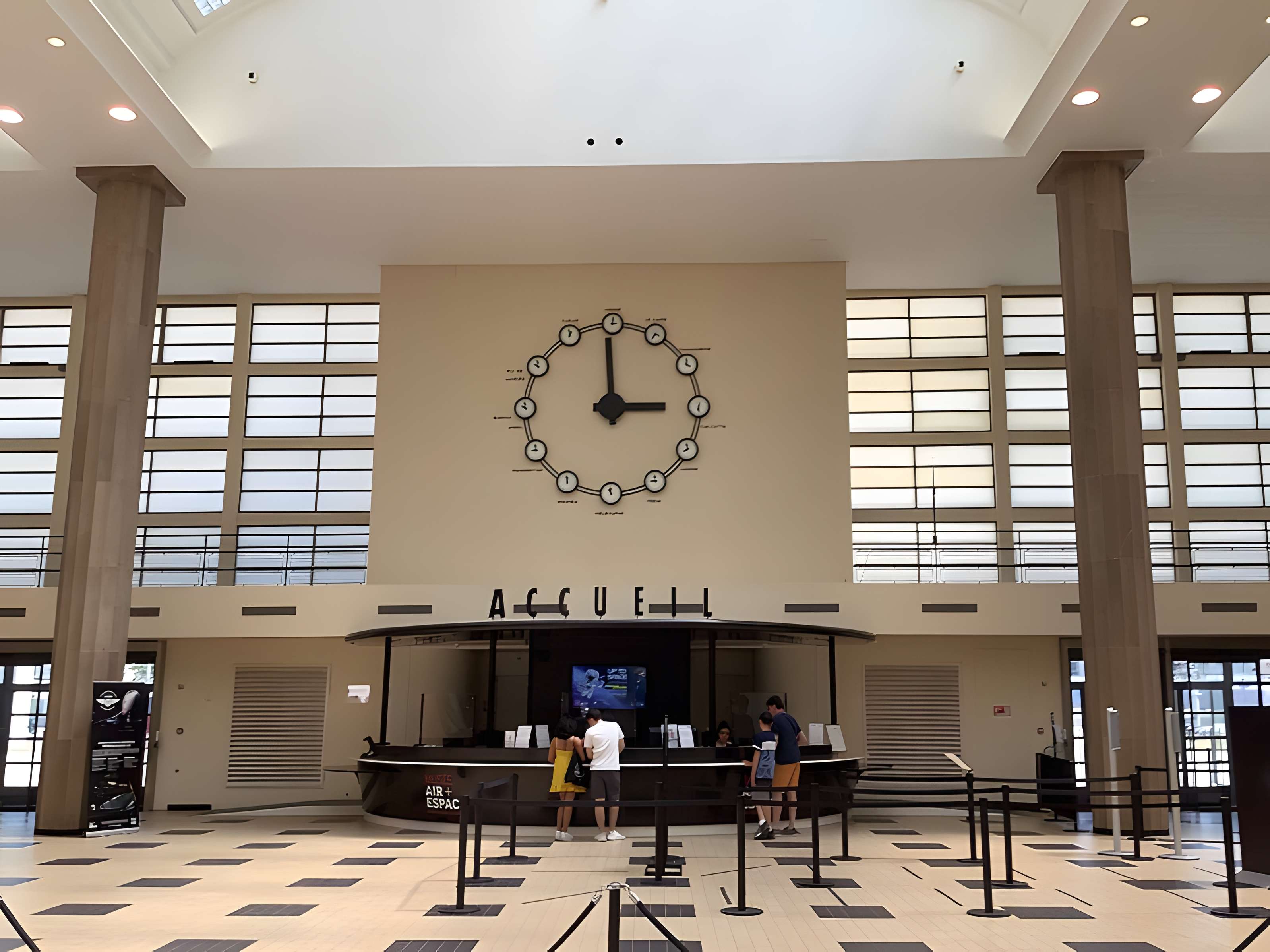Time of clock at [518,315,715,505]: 2:59
